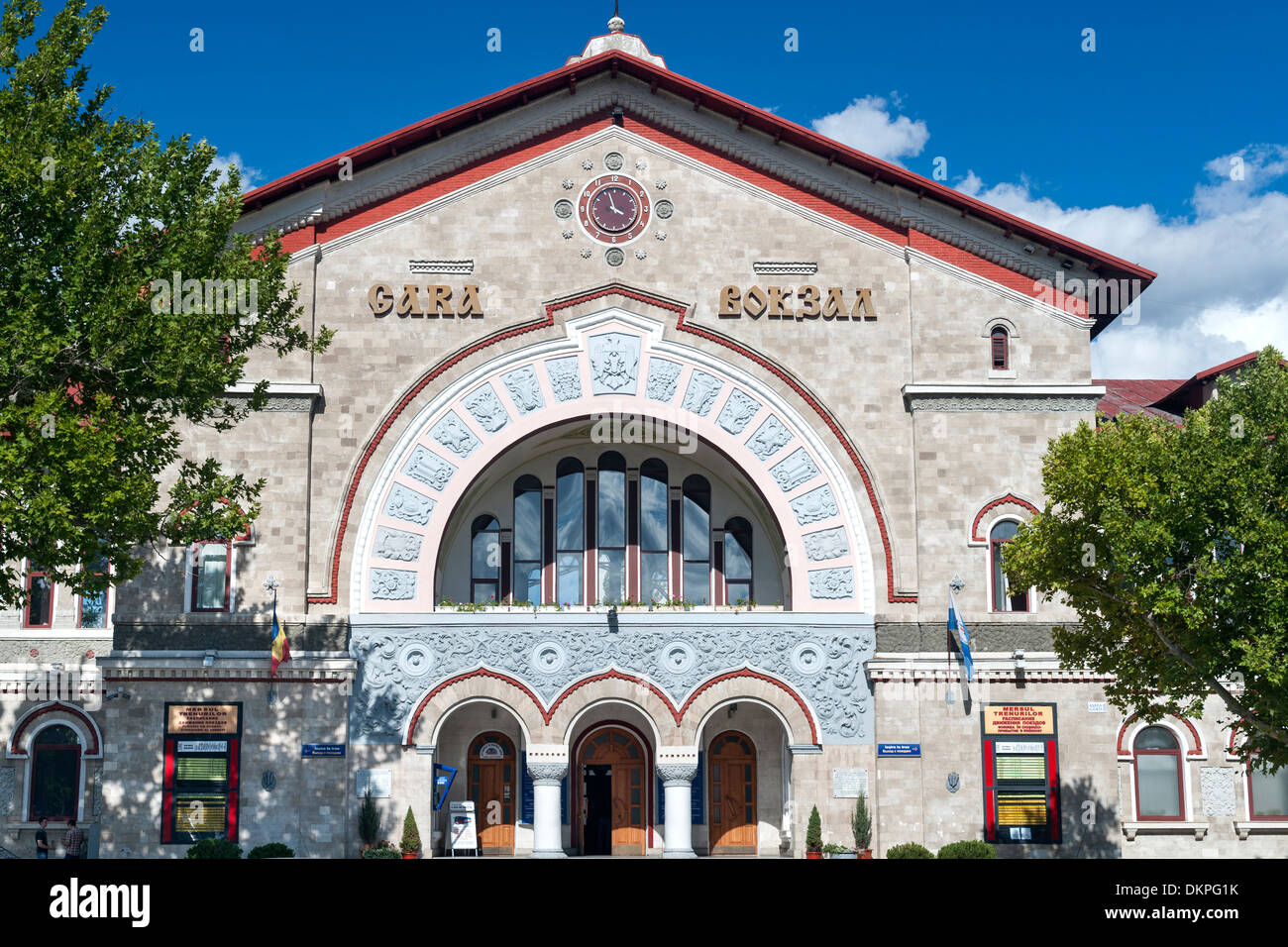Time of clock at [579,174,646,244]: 3:57
